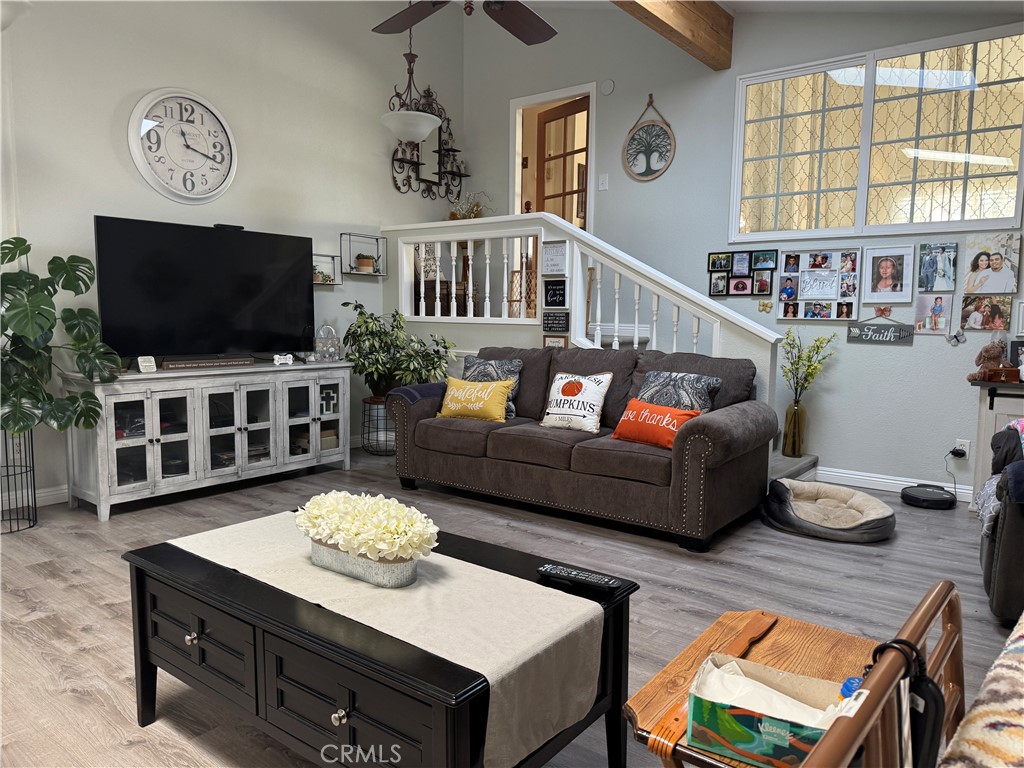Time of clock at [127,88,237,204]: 11:18
